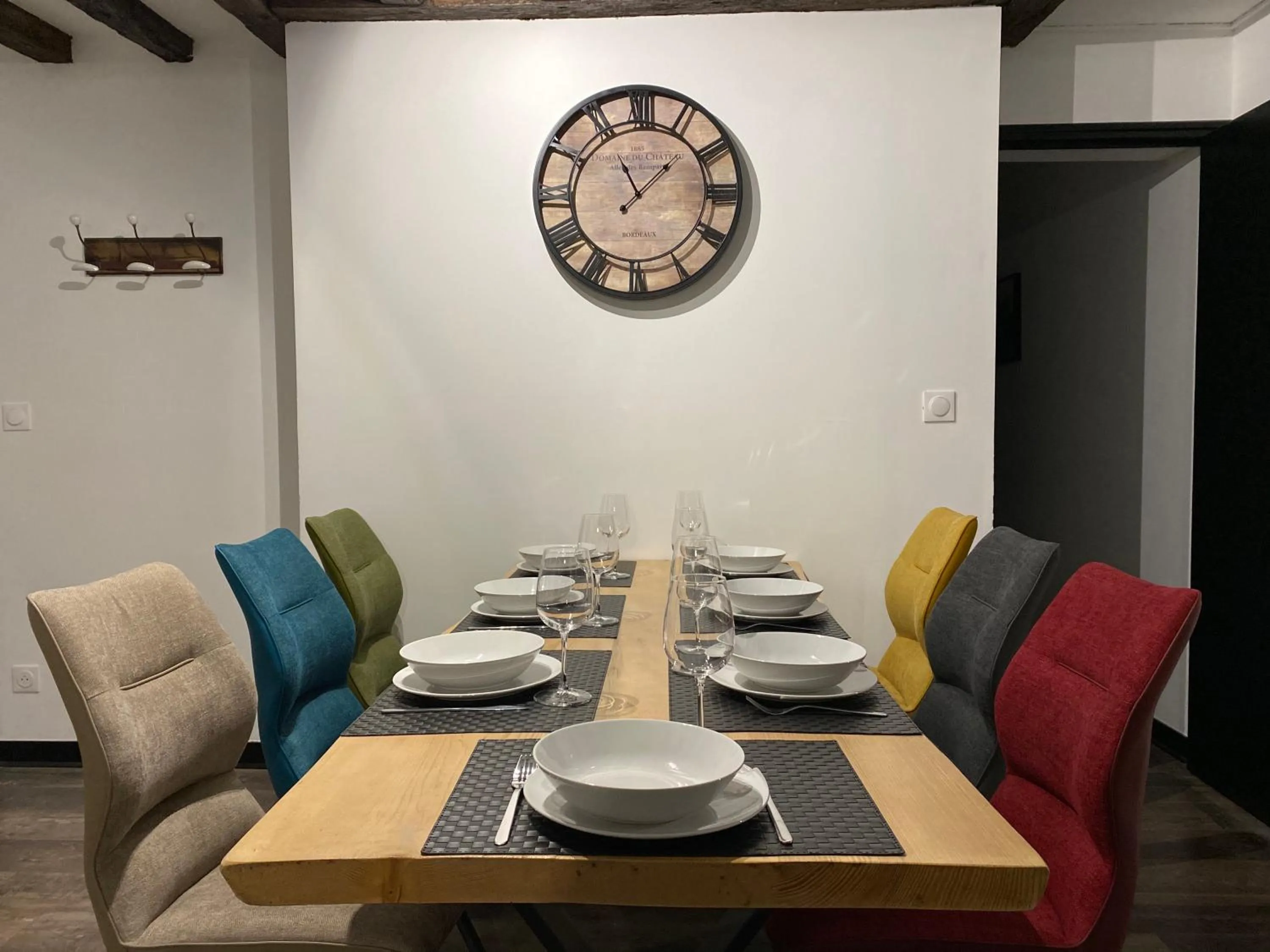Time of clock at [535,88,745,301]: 11:07
